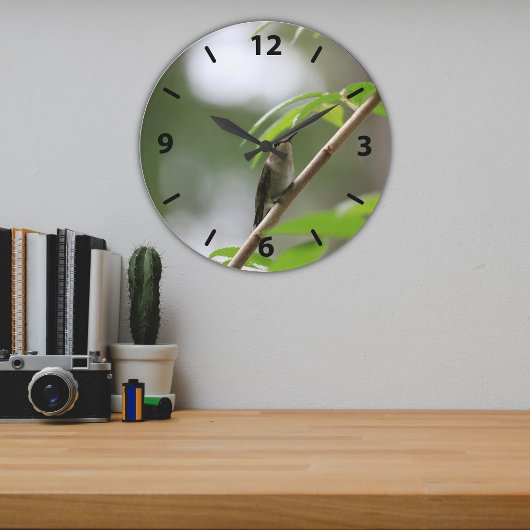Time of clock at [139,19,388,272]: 10:09
